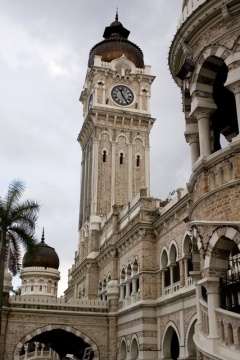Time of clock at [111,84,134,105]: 11:24
